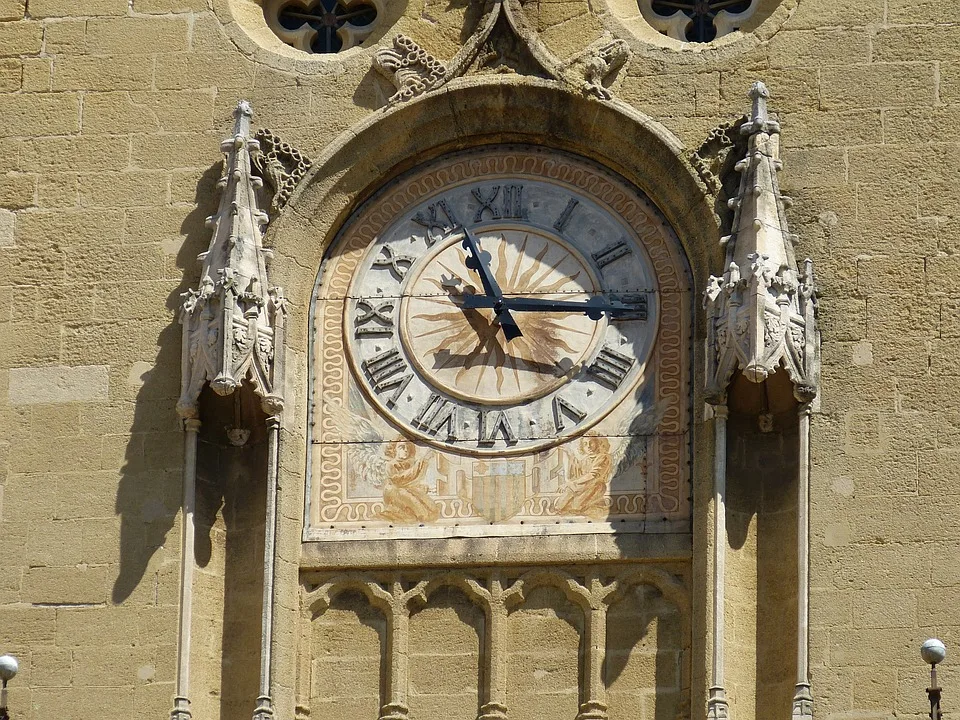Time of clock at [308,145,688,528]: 2:56
